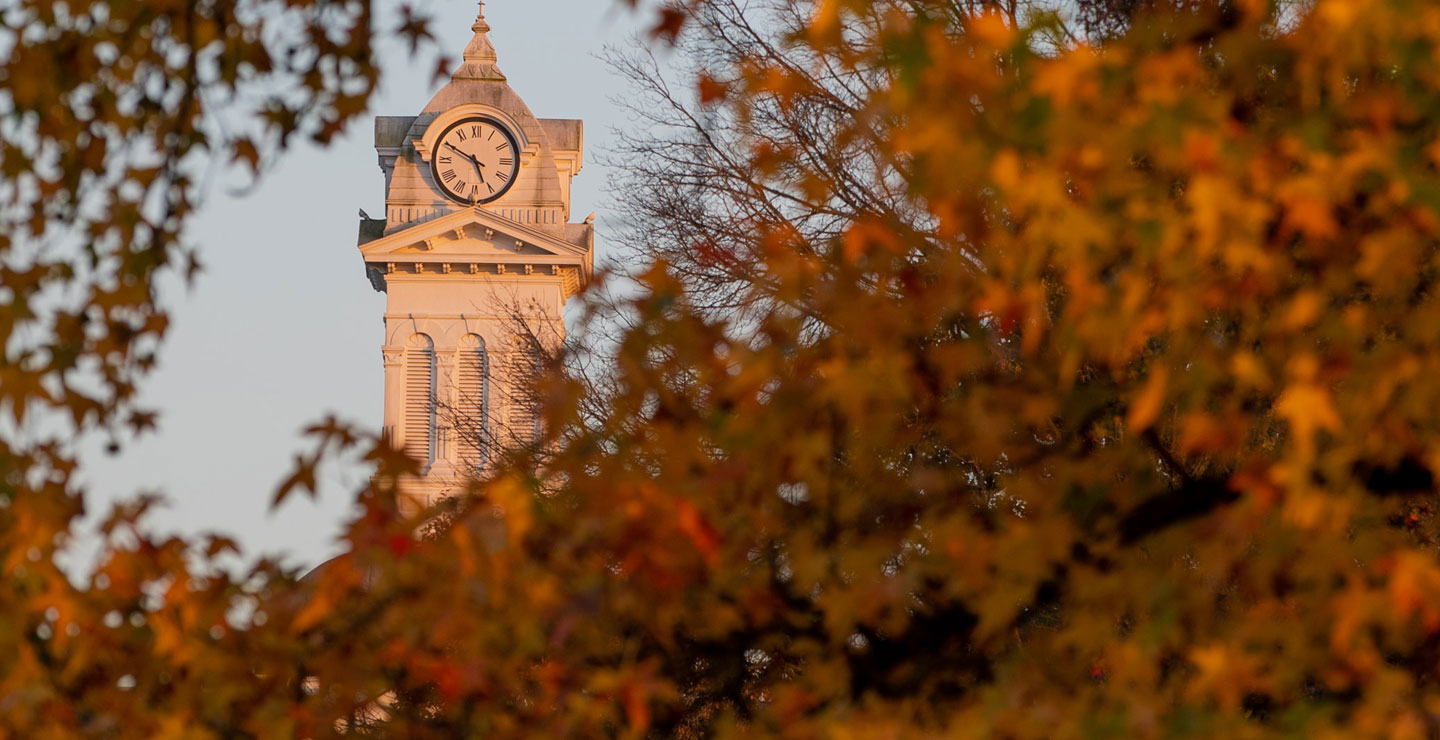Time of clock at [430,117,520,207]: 4:49
